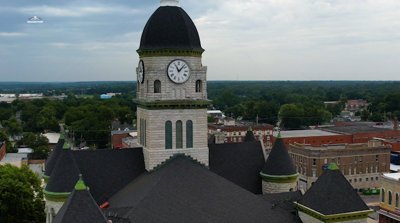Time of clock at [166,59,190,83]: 11:07
